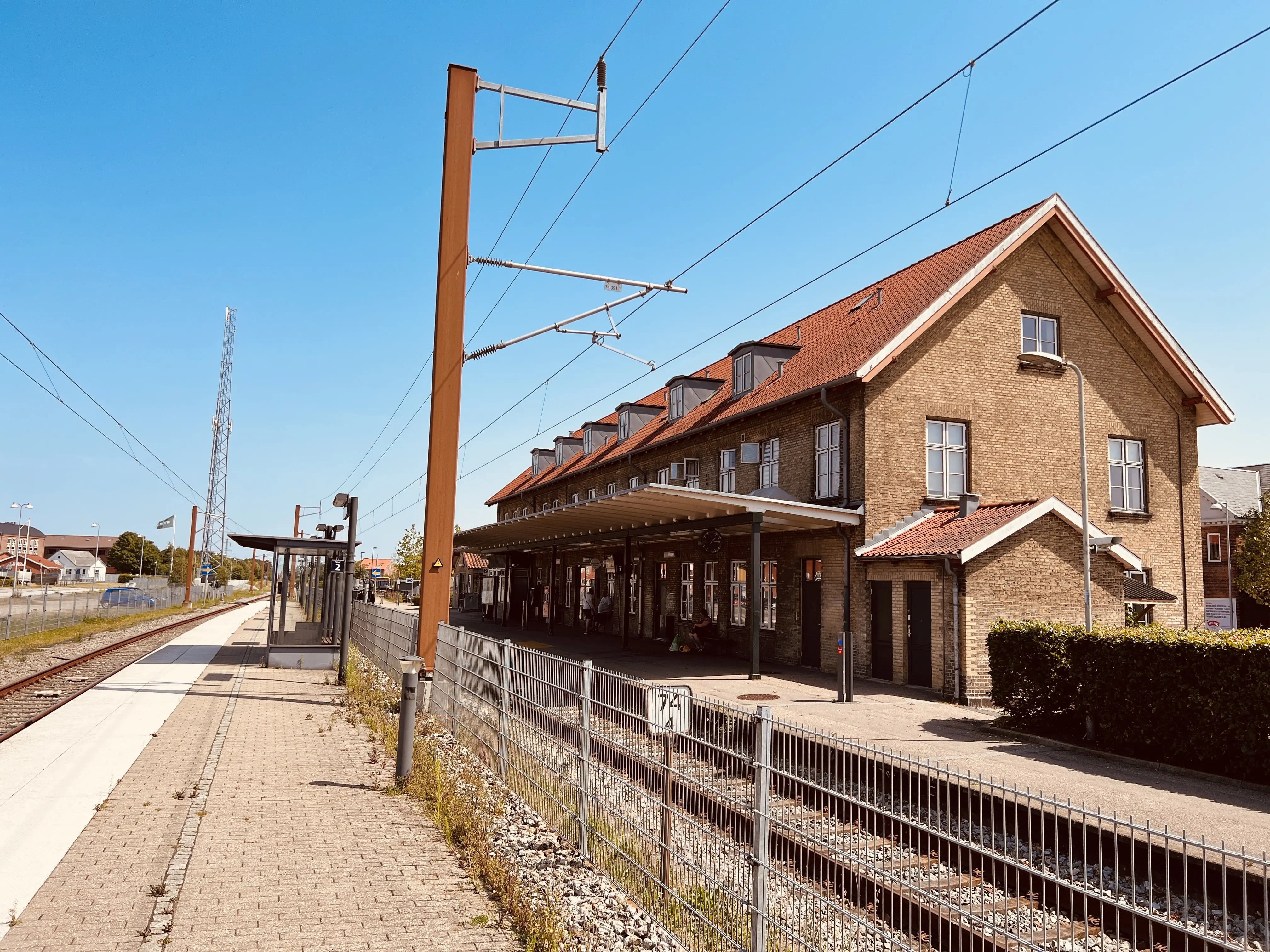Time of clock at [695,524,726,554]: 1:13
